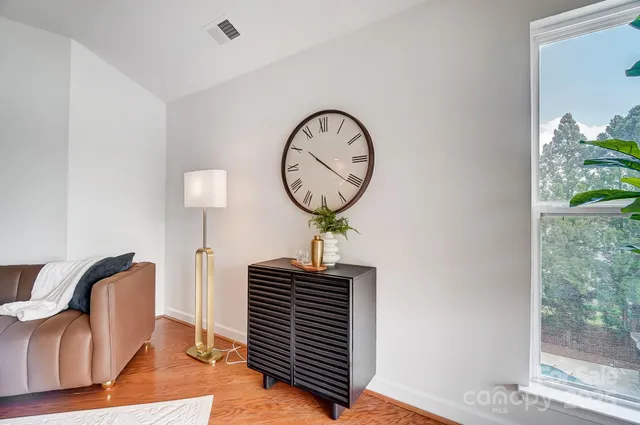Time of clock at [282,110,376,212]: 10:20
